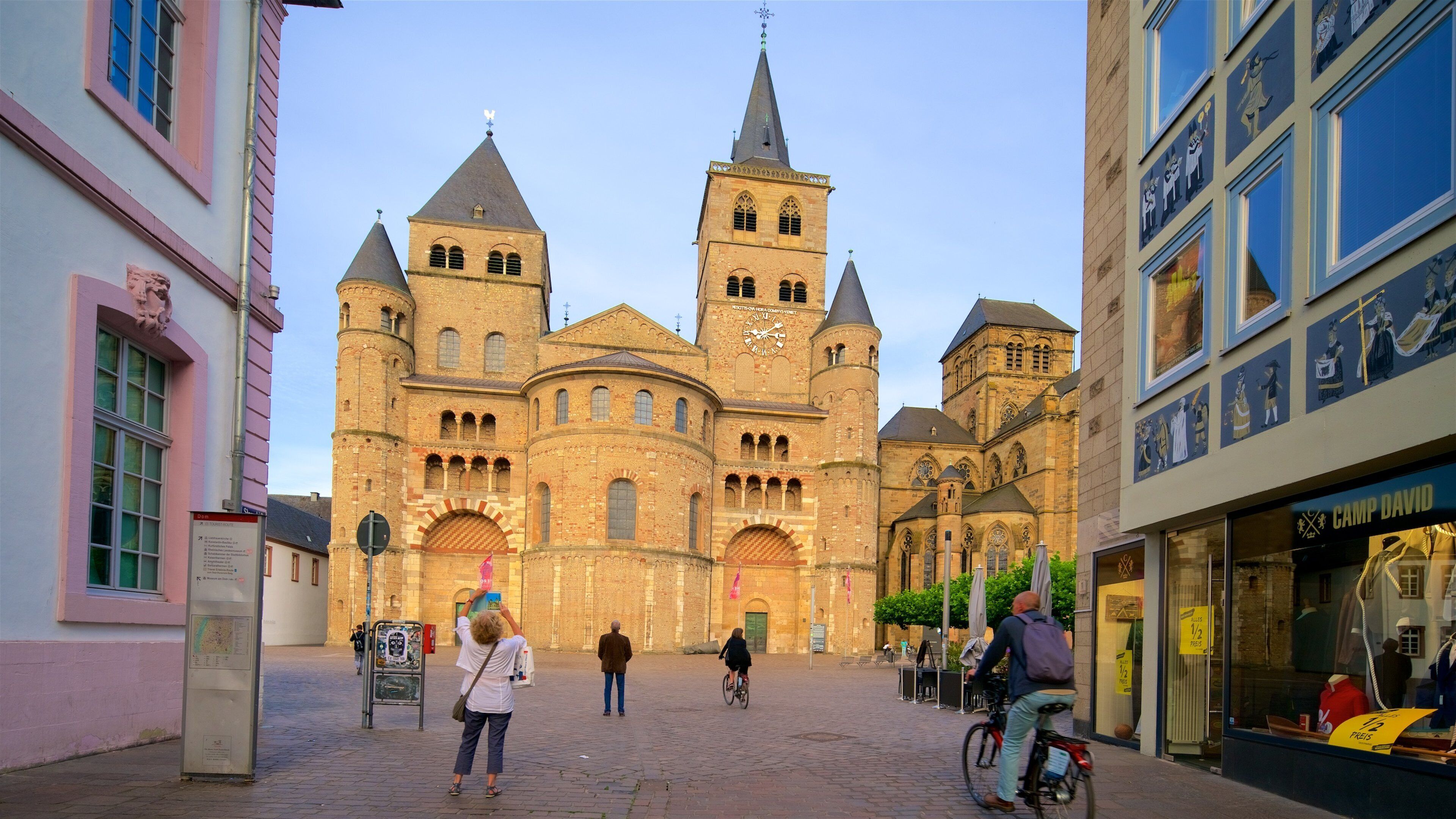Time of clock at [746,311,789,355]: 3:08
